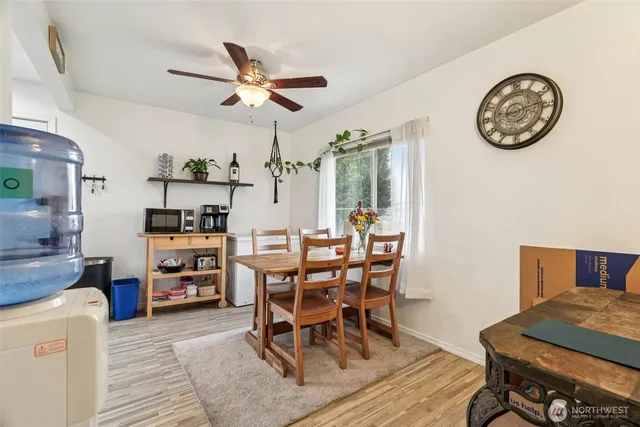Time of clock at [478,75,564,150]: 9:13
